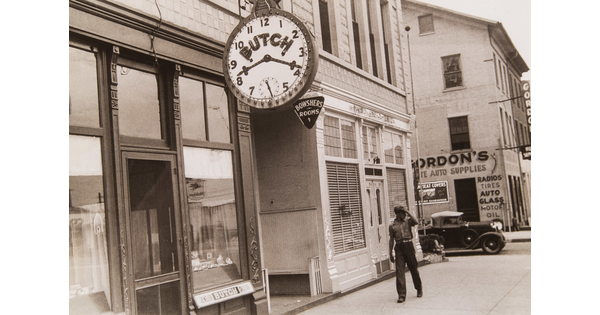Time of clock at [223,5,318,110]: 8:18
